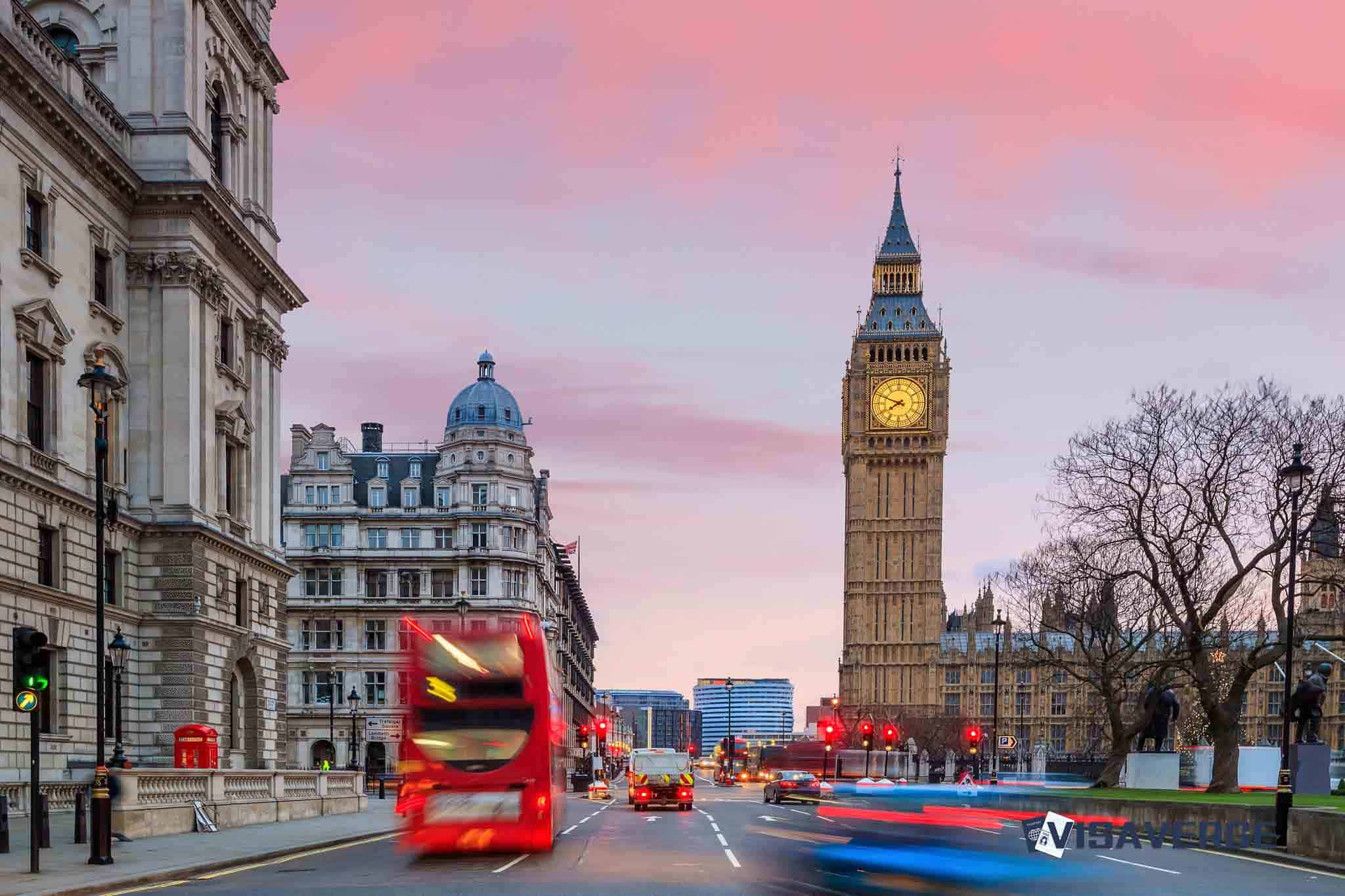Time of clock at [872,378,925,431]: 7:48
